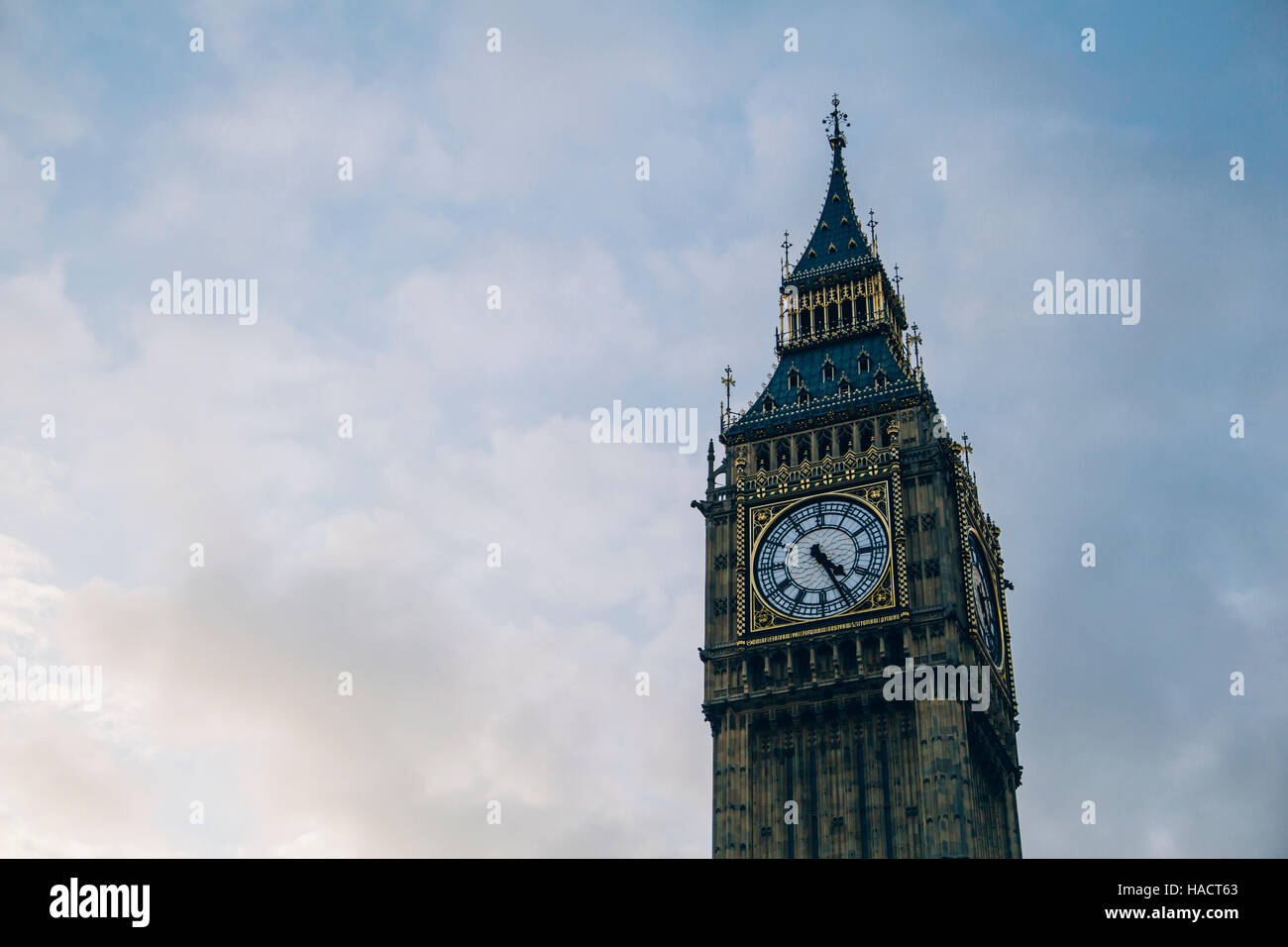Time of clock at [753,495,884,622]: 4:26
